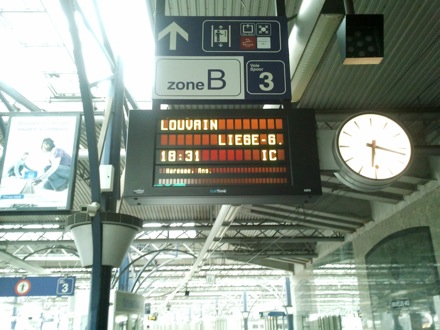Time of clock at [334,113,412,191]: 6:17
